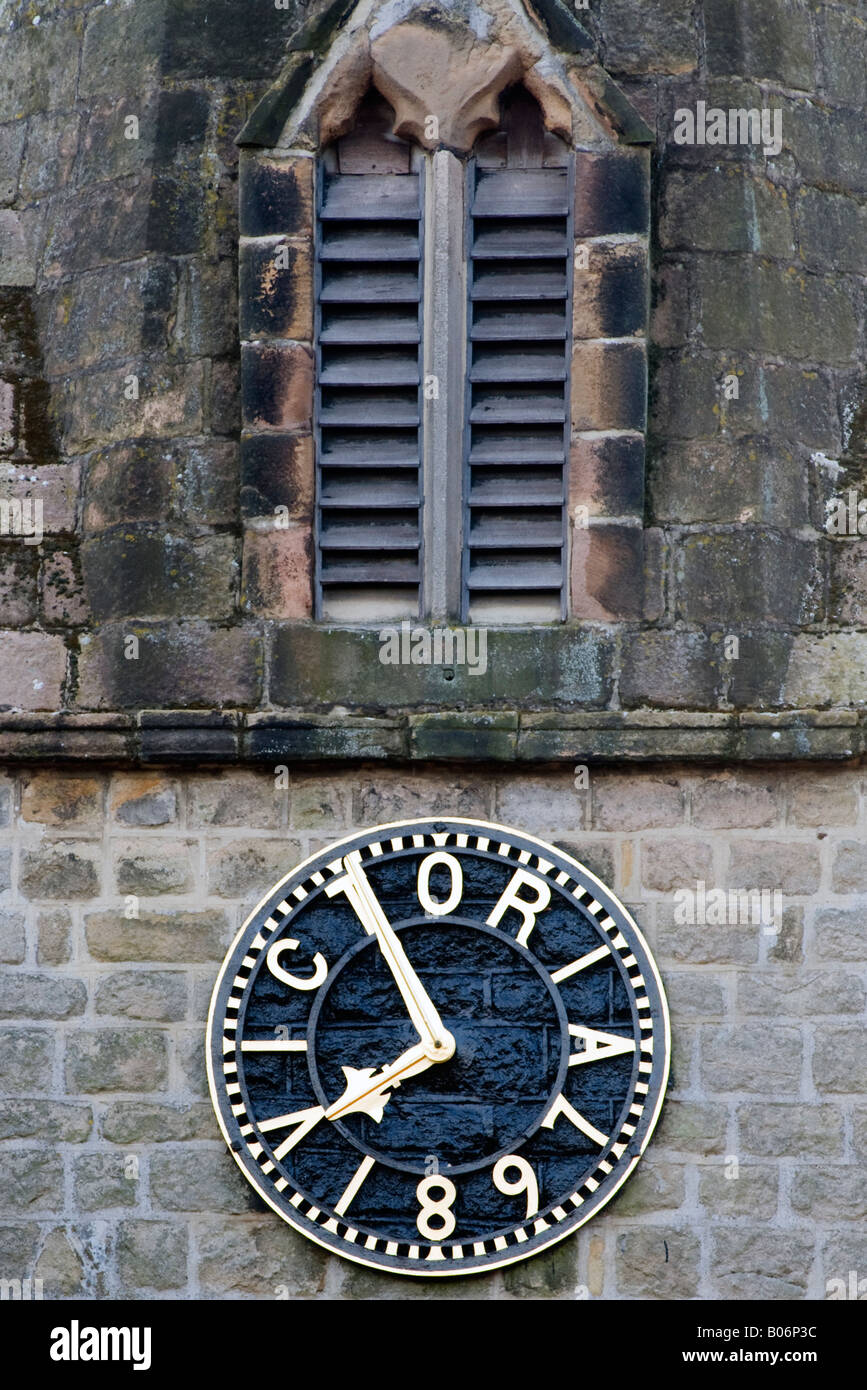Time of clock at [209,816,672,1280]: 7:55
